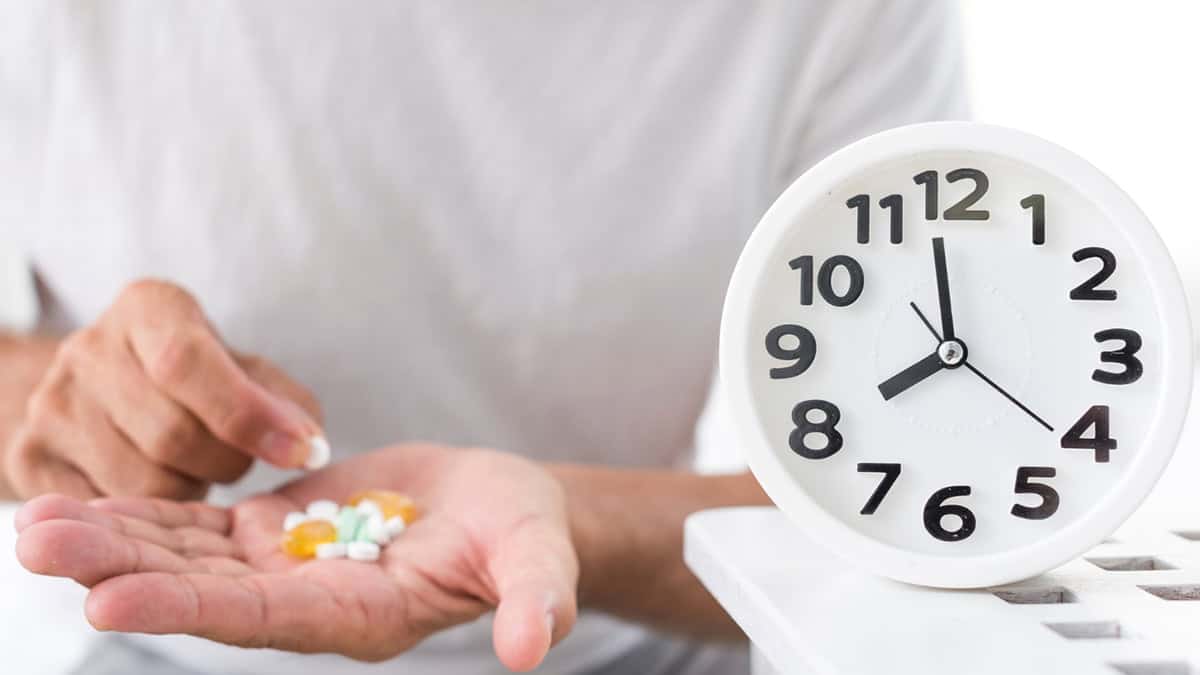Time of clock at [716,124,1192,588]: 7:58
